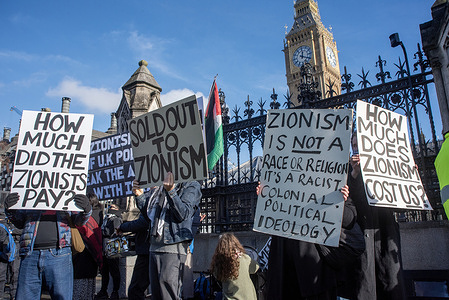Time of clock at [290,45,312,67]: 12:18
